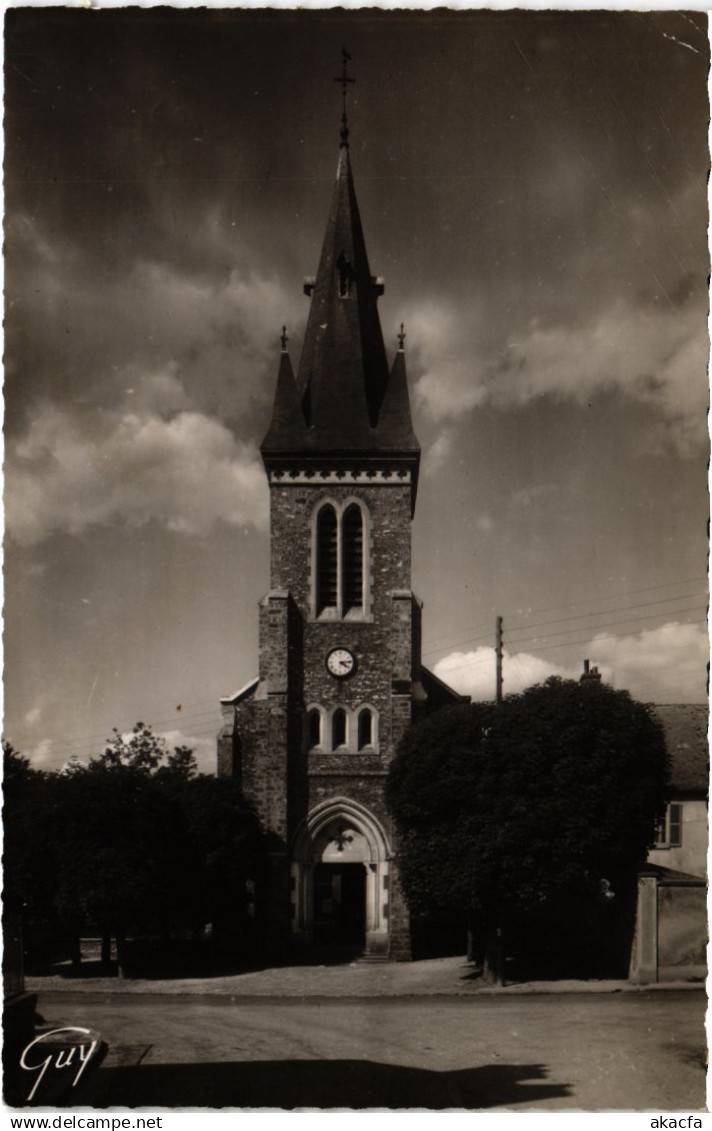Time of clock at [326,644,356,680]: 4:13
